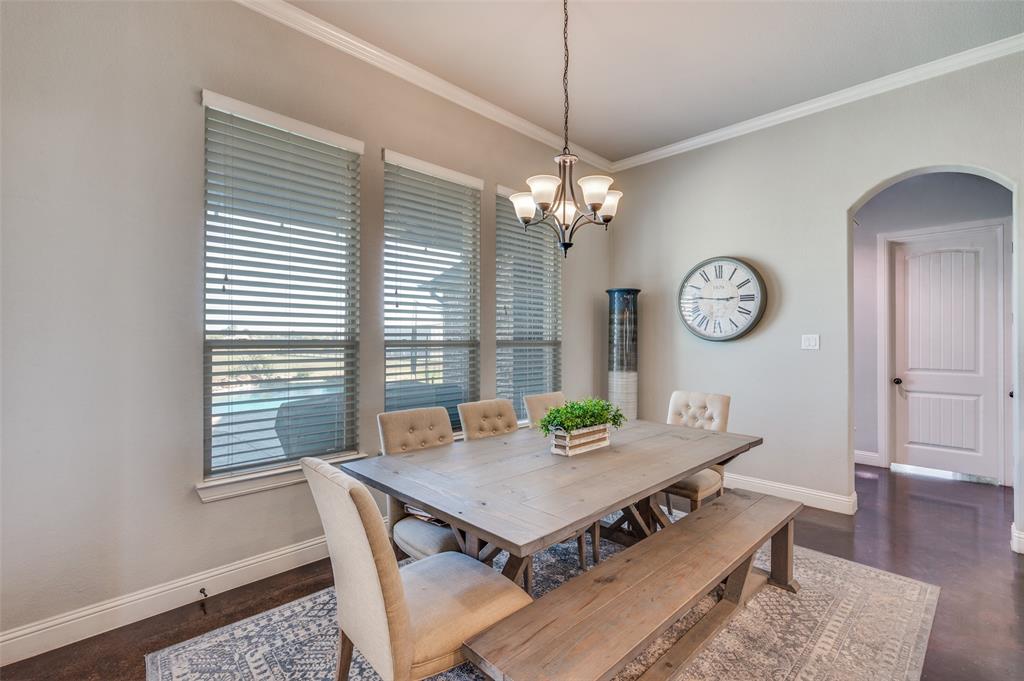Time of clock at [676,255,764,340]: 2:46
